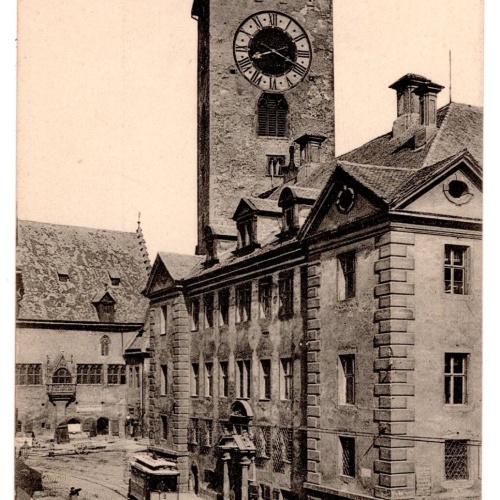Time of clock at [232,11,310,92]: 8:19
